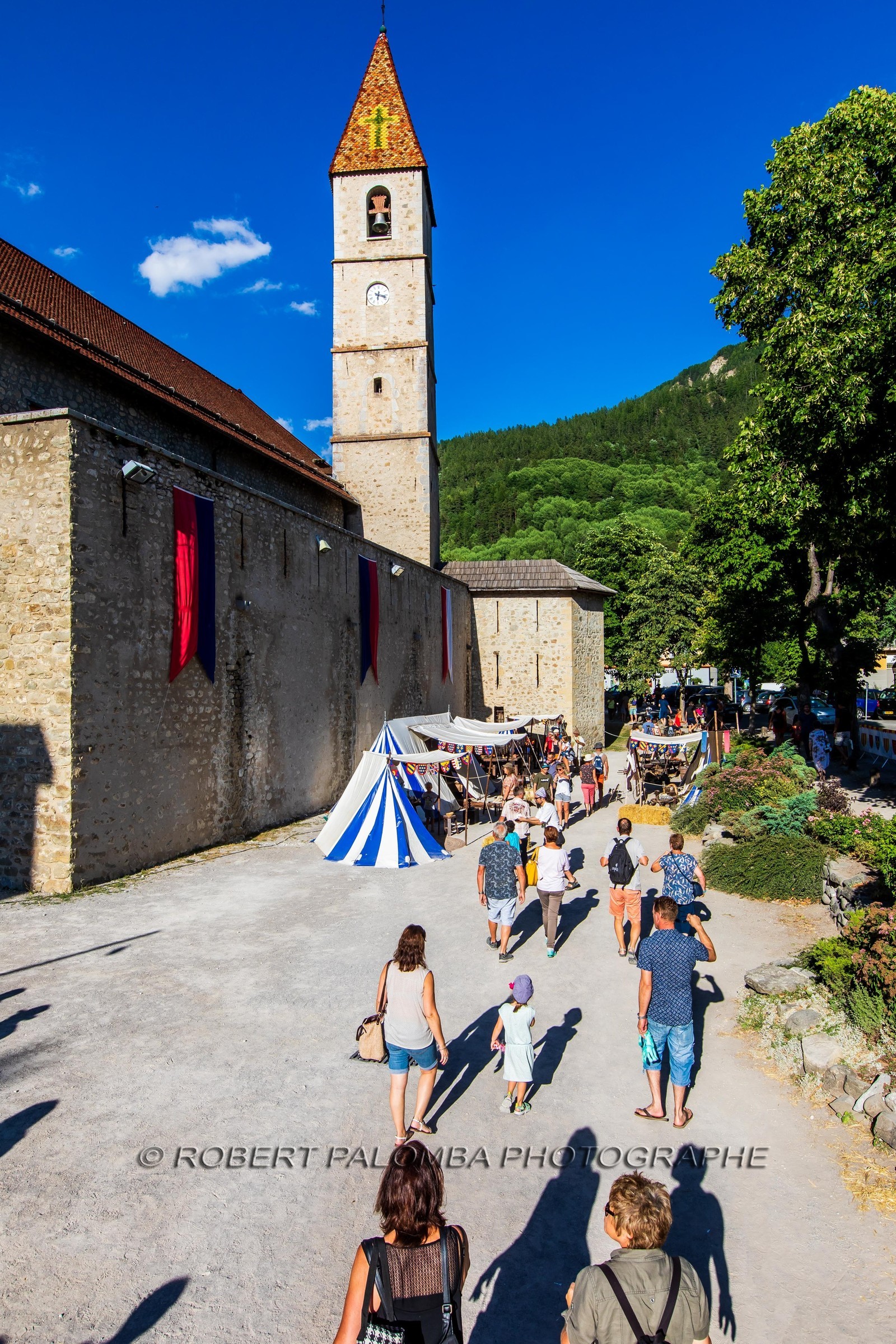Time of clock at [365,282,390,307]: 6:17
